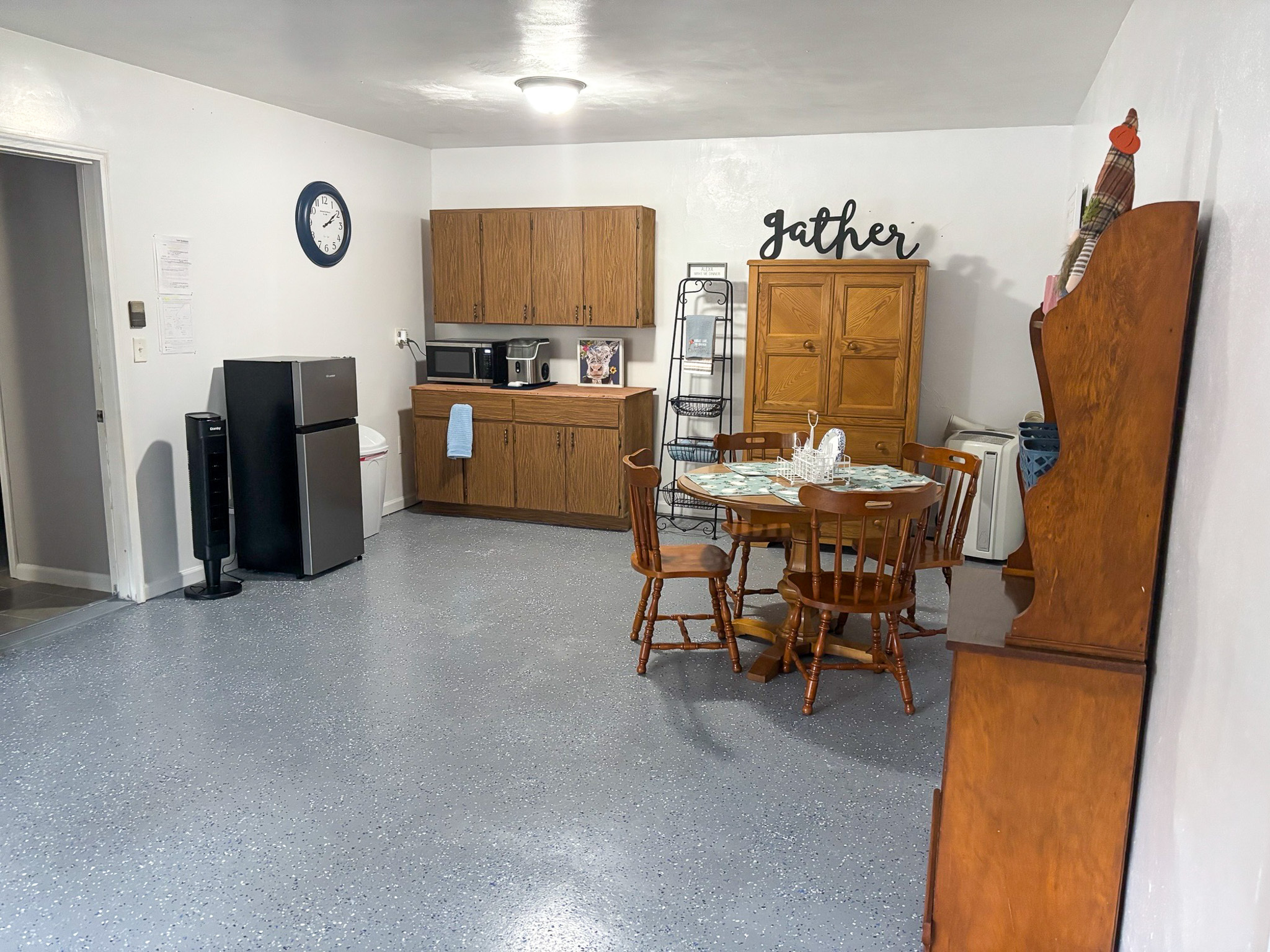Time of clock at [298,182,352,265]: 2:09
